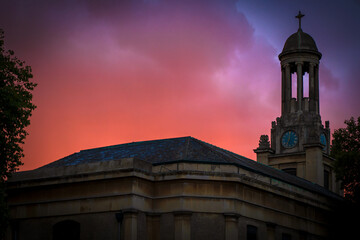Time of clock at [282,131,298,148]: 7:00
